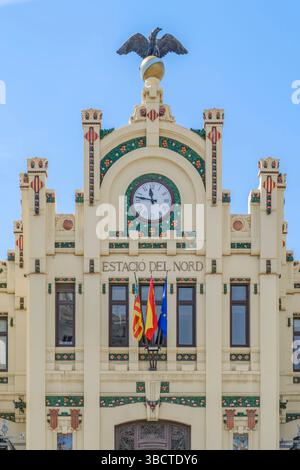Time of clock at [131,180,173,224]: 11:47
